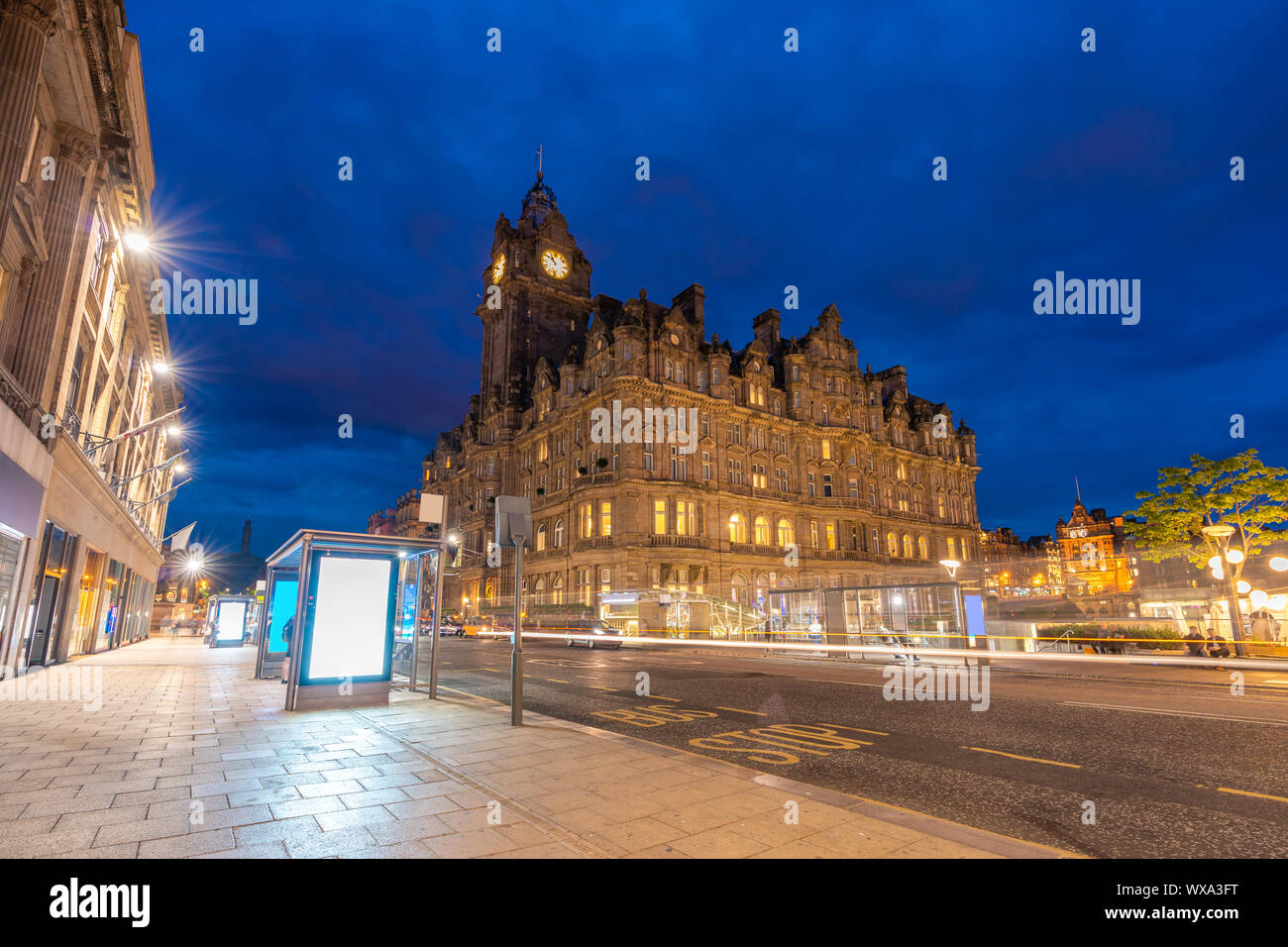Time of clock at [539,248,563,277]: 10:50
